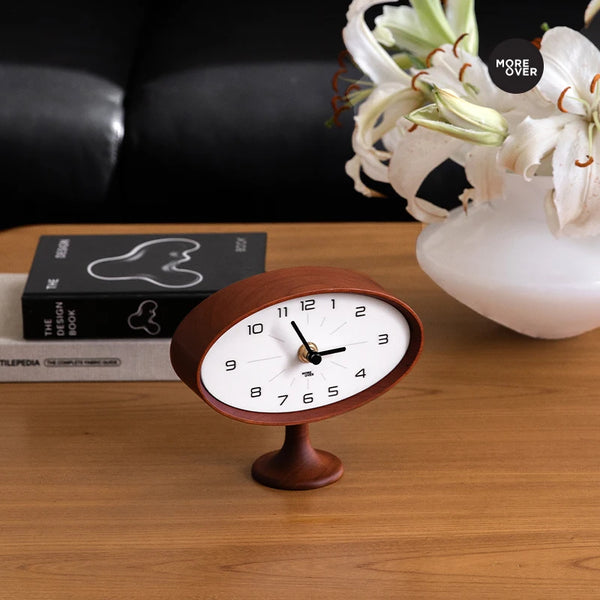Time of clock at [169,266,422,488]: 2:56
